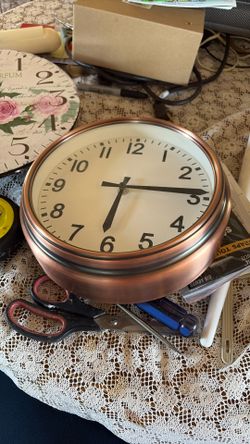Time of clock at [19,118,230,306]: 6:14
